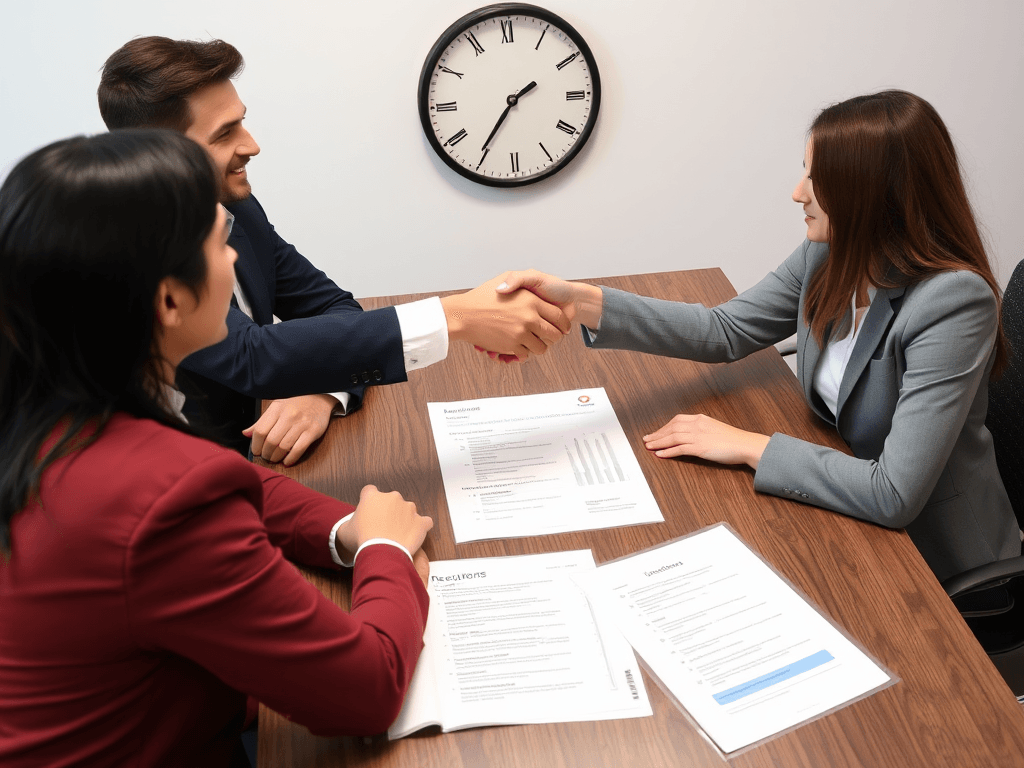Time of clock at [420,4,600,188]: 1:35
